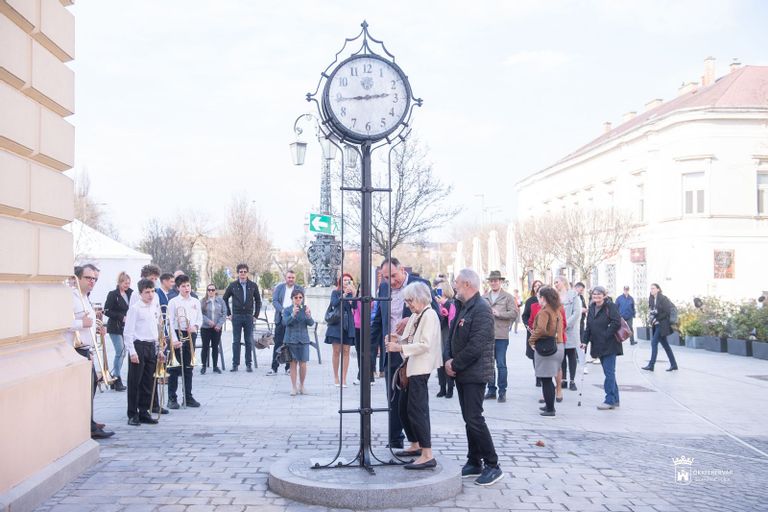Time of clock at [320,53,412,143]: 2:43
